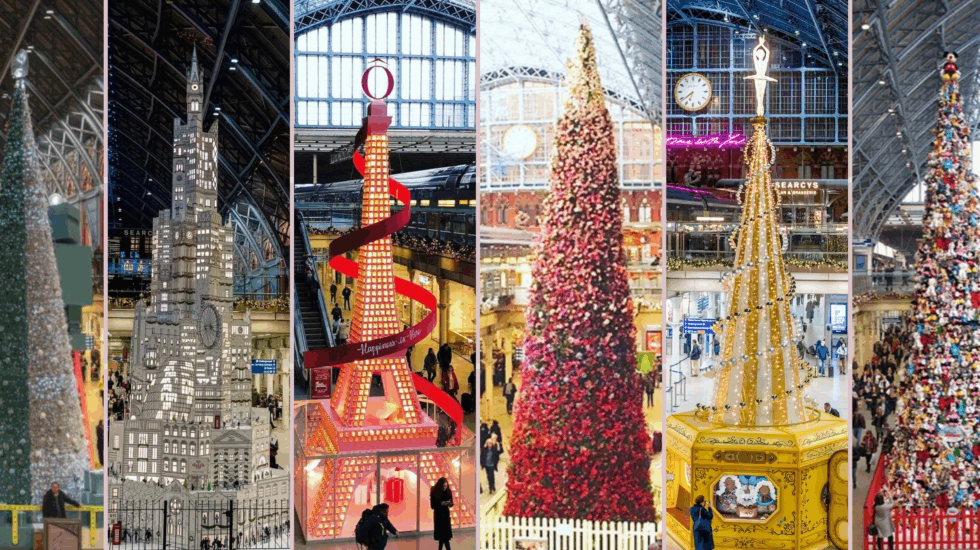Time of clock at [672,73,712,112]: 6:38
